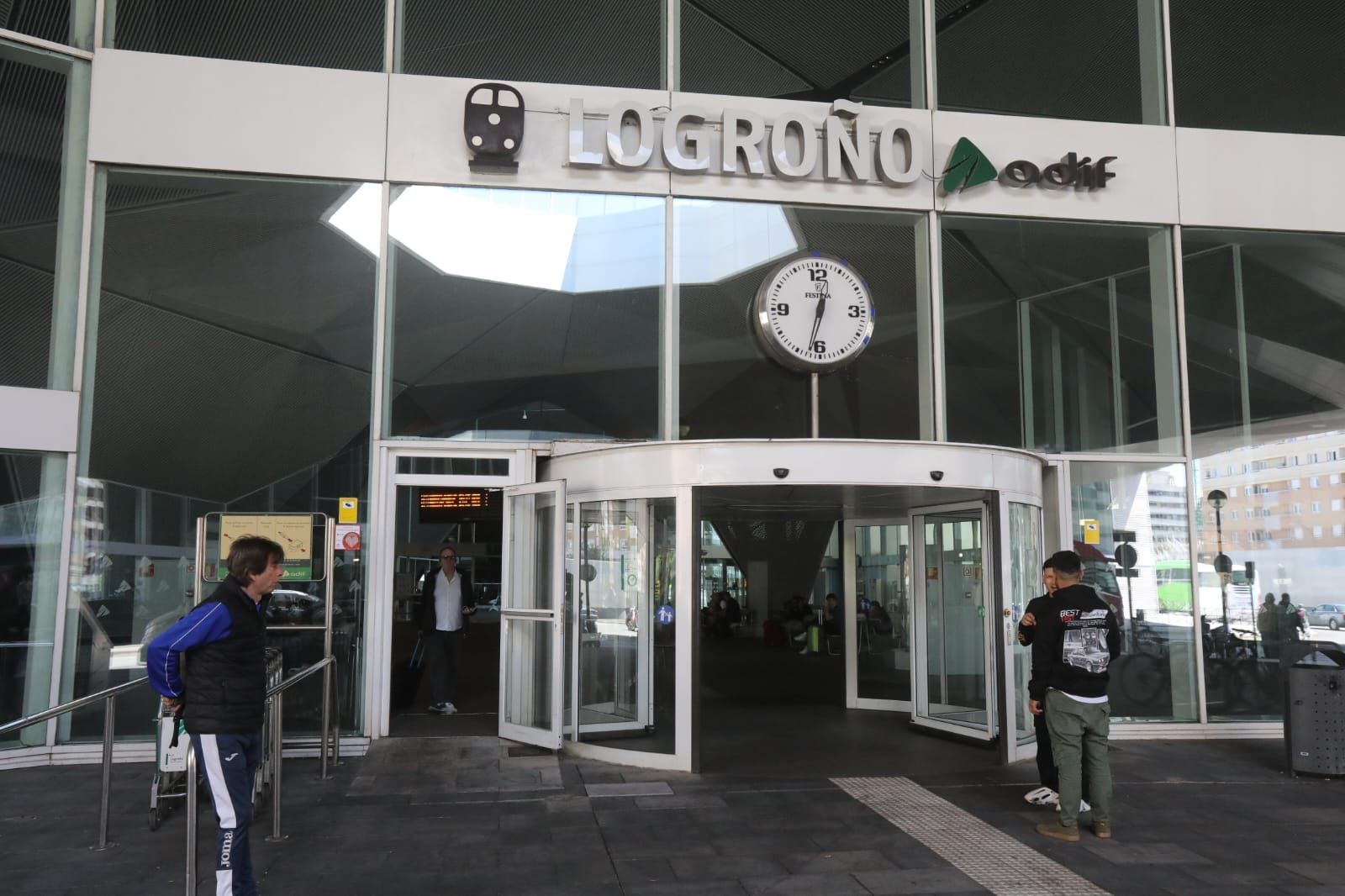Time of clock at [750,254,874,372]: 12:32
